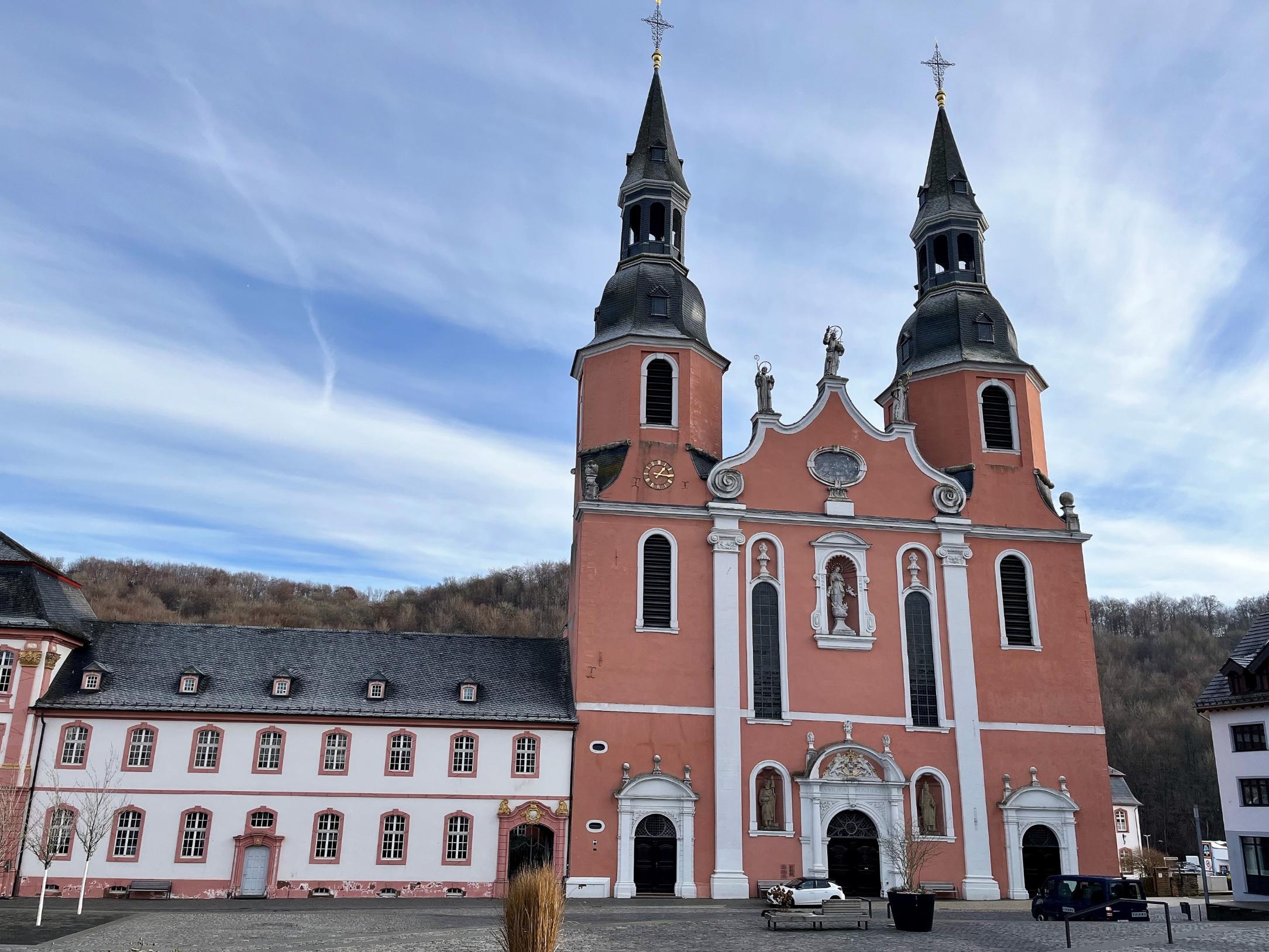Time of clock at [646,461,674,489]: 1:16
